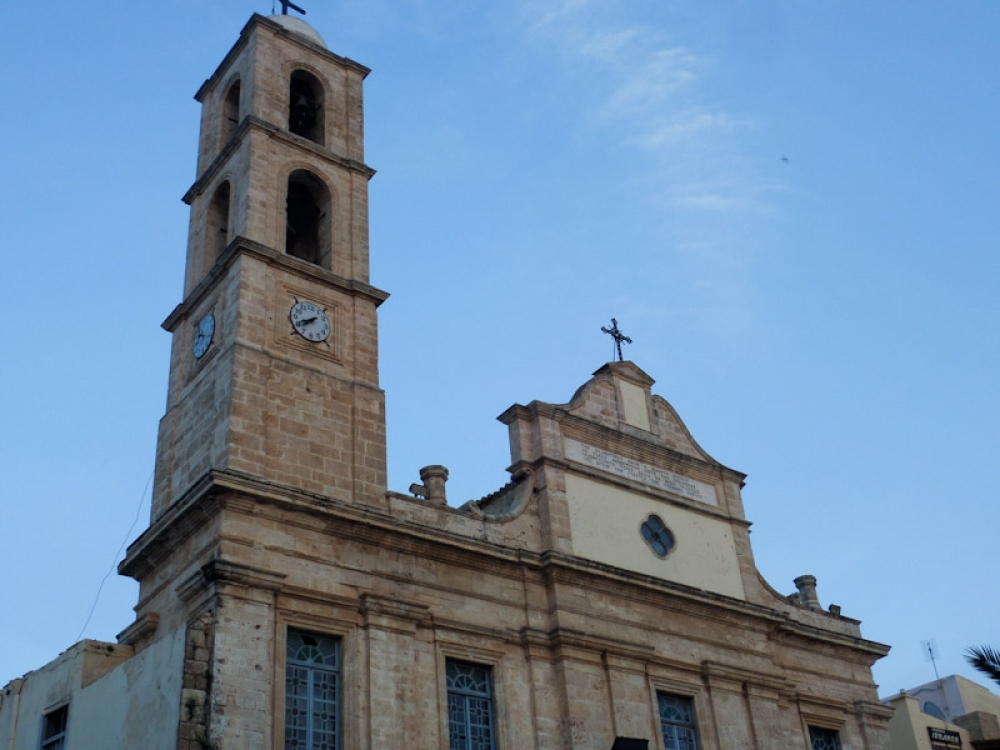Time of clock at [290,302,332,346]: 7:41
